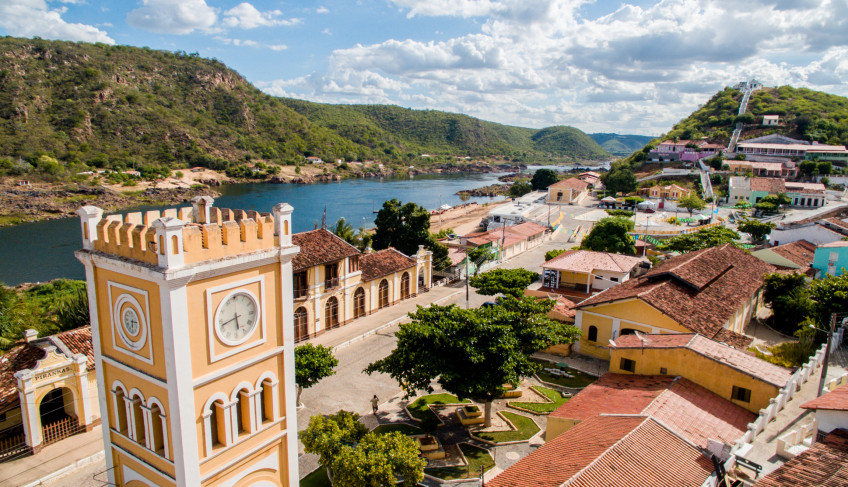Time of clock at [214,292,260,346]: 5:42
